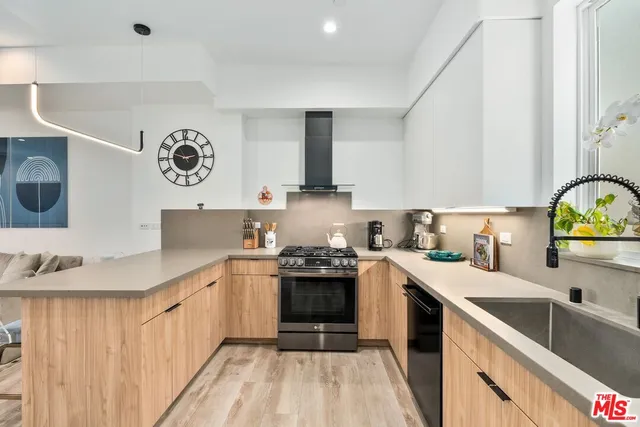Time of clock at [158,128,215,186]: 2:48
